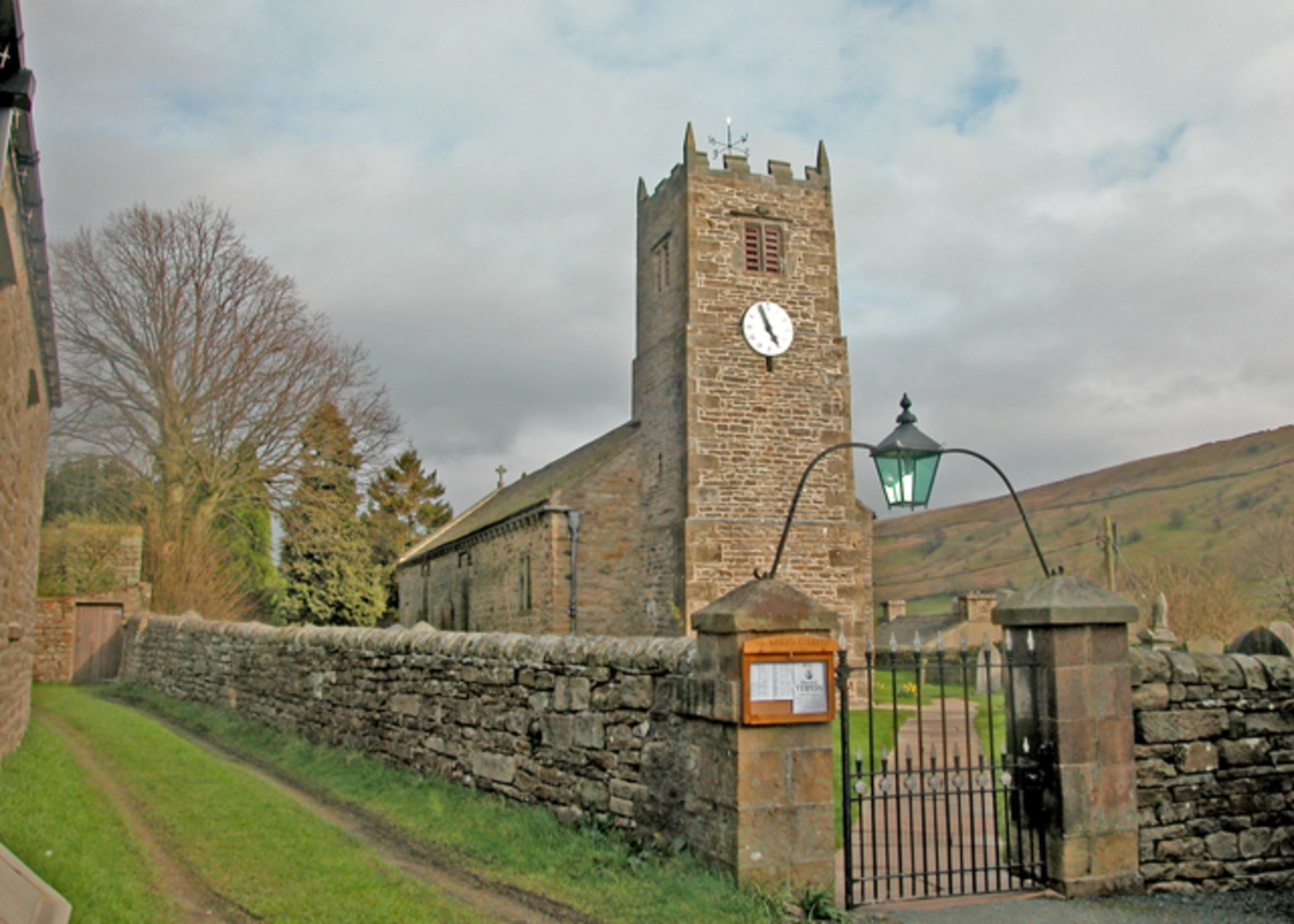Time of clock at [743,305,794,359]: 4:56
